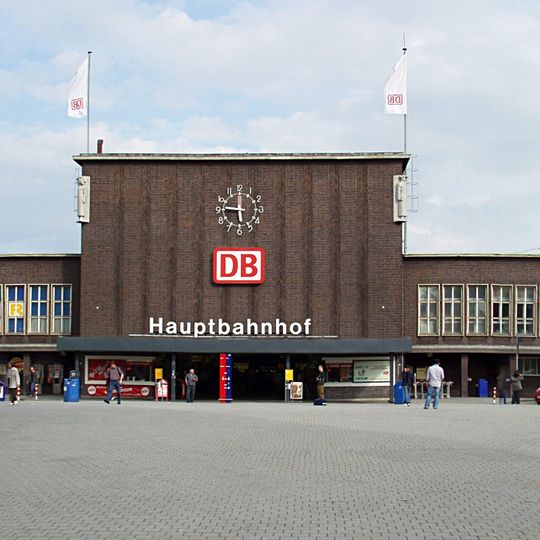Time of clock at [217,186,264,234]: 5:46
